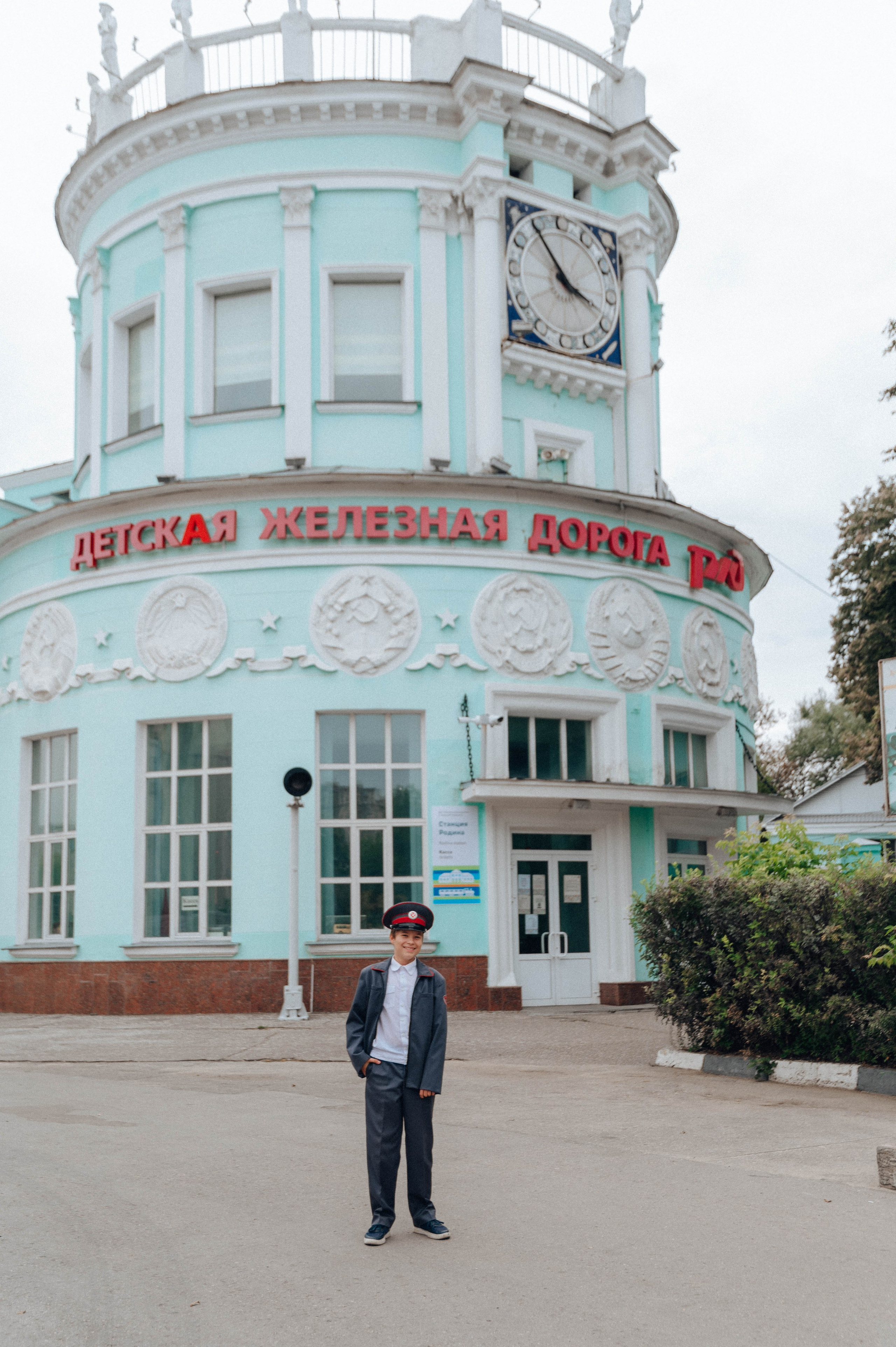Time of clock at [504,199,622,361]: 3:54
